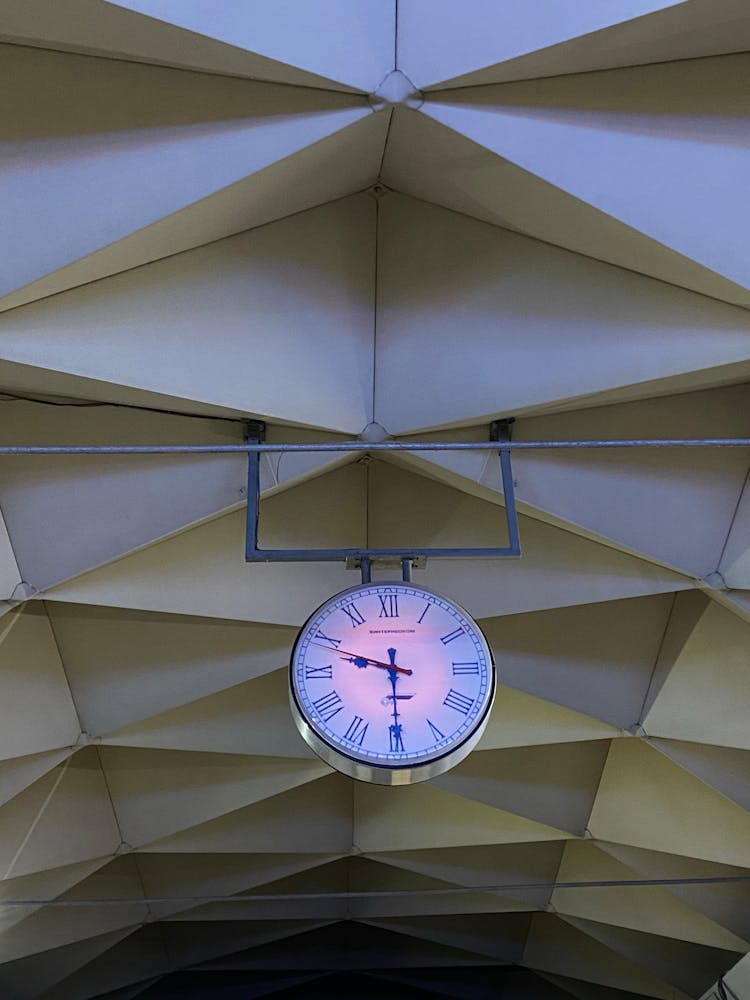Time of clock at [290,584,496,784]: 9:29
